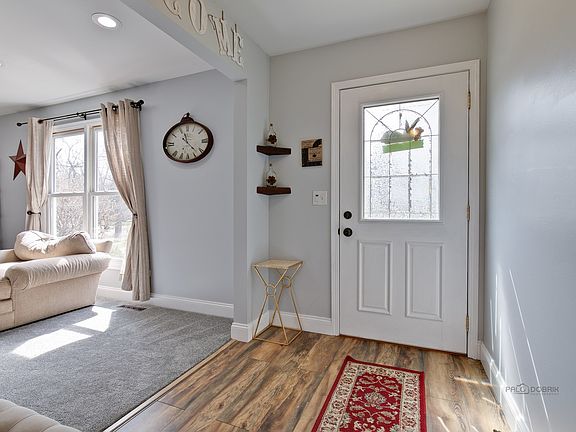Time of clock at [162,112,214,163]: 11:22
